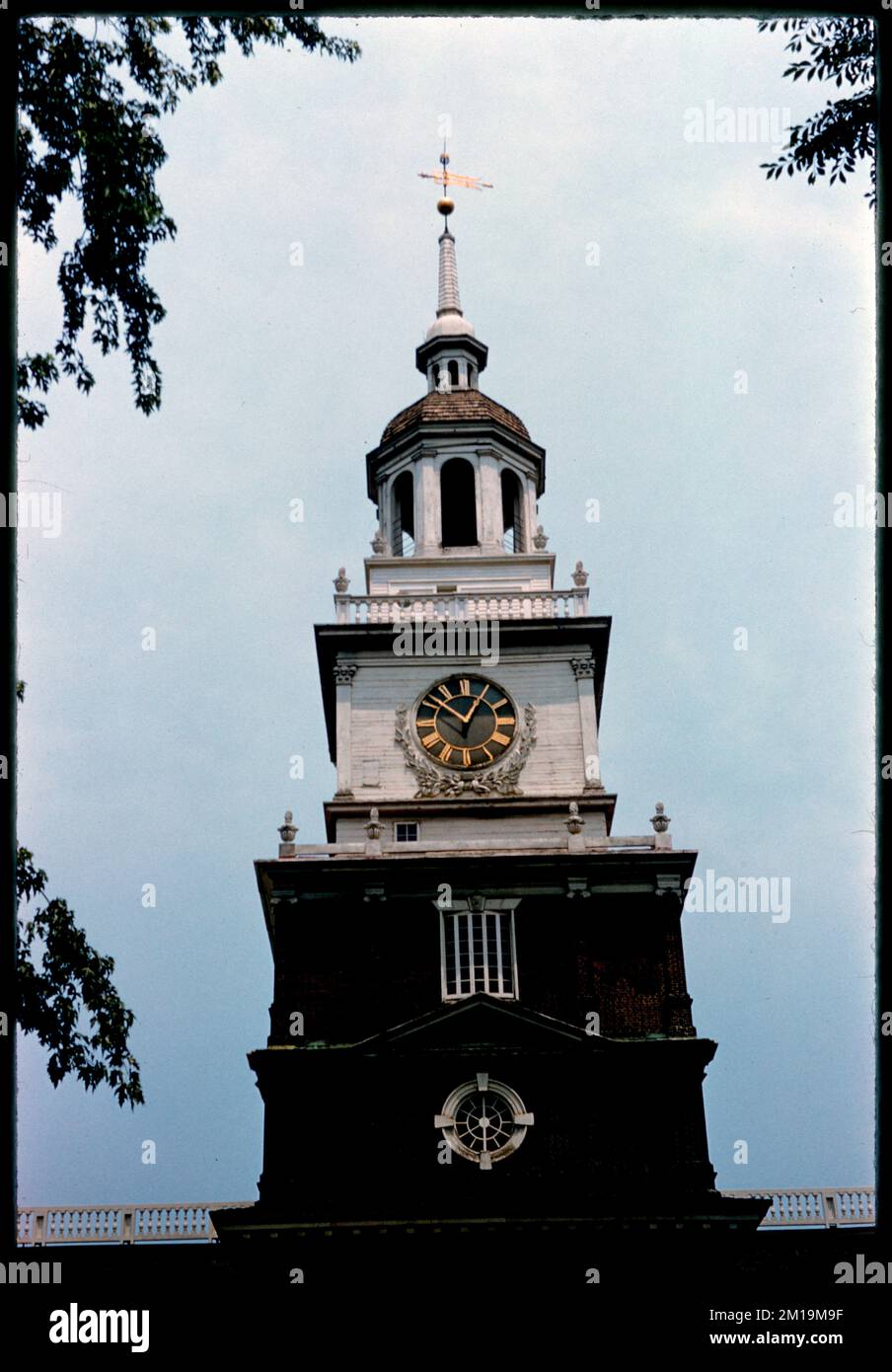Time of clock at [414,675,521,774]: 10:04
